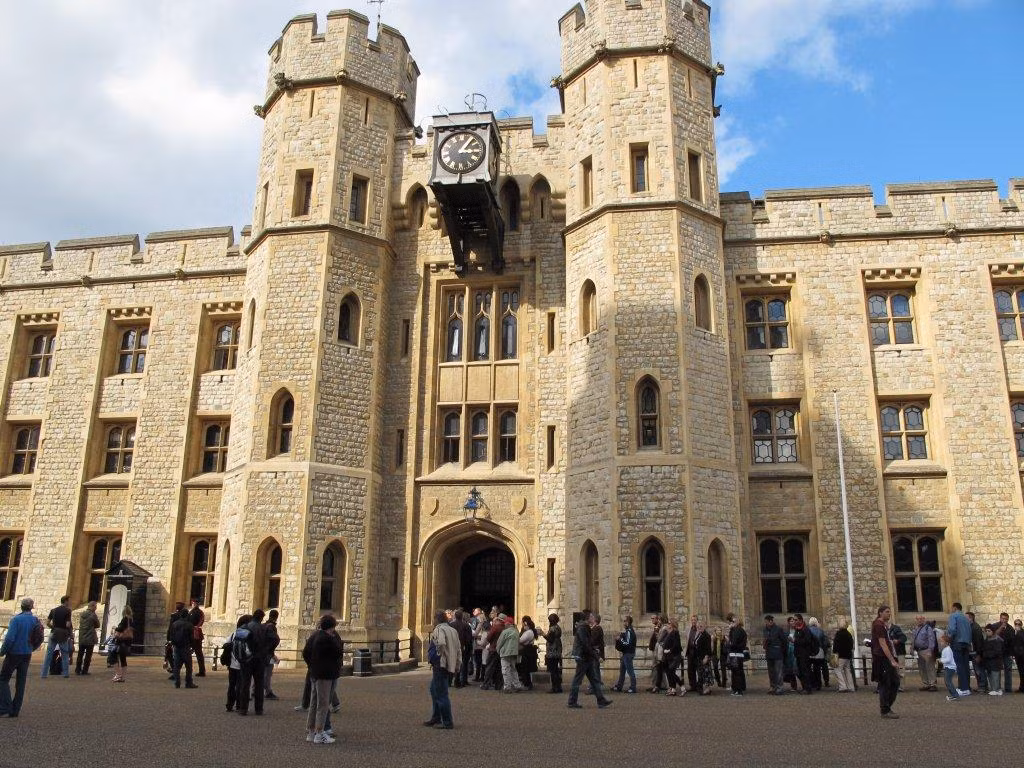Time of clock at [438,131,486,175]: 1:16
